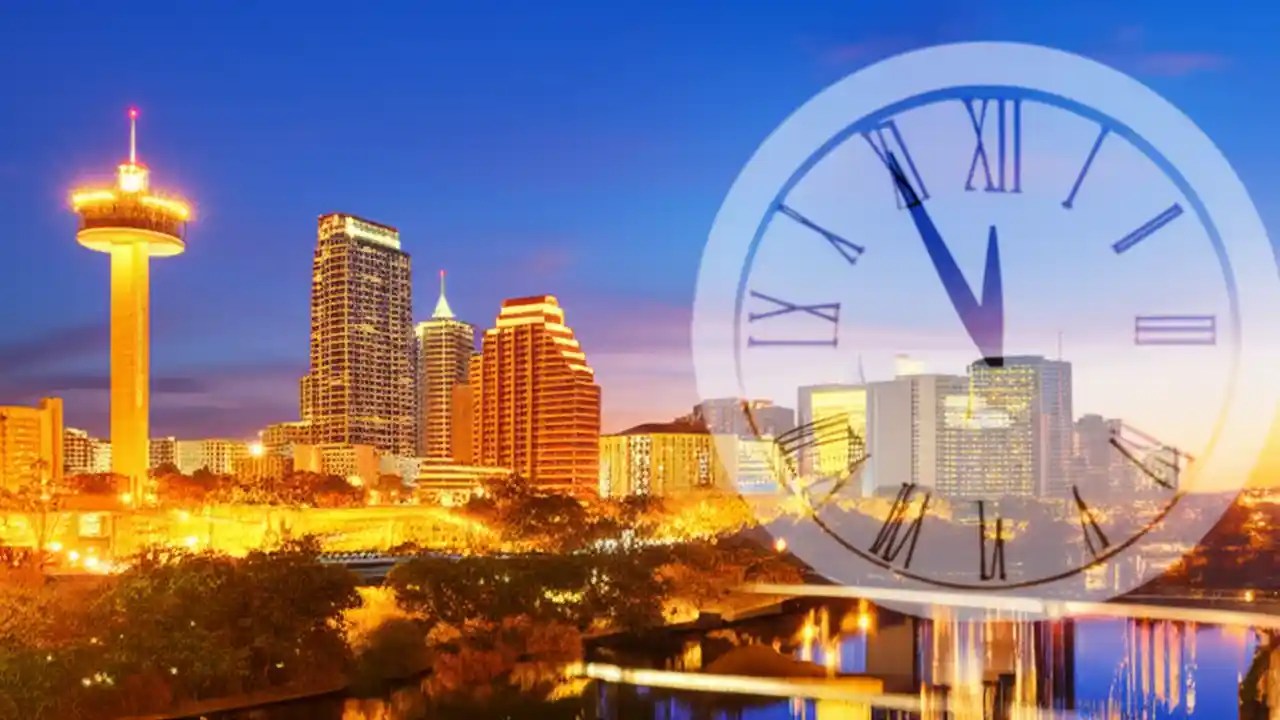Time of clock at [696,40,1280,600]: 11:54
